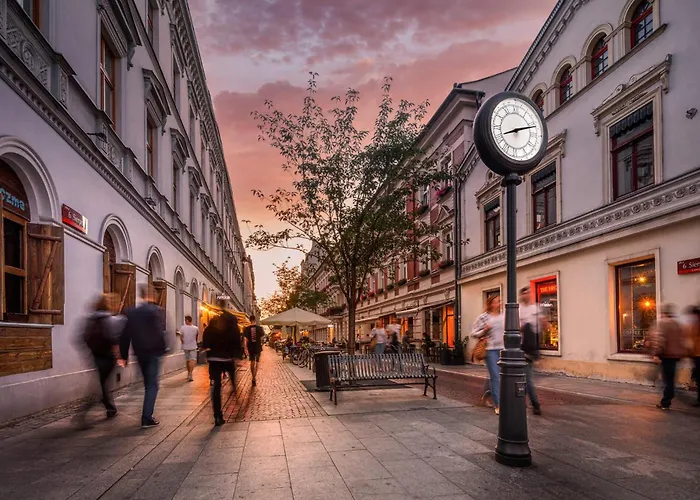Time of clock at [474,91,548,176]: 8:12
